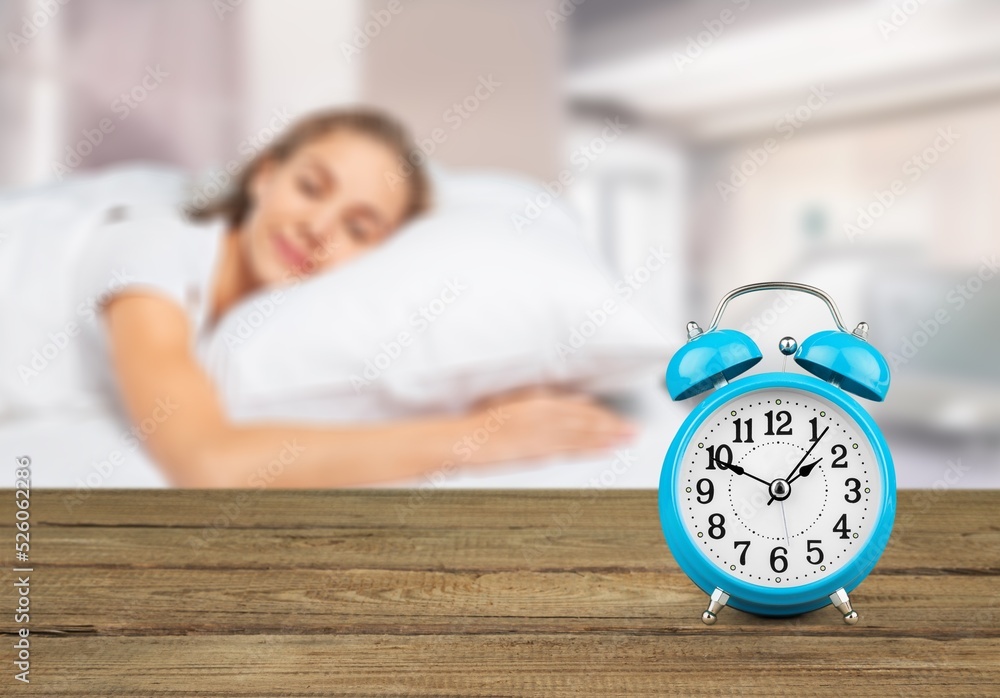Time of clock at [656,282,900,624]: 1:49
